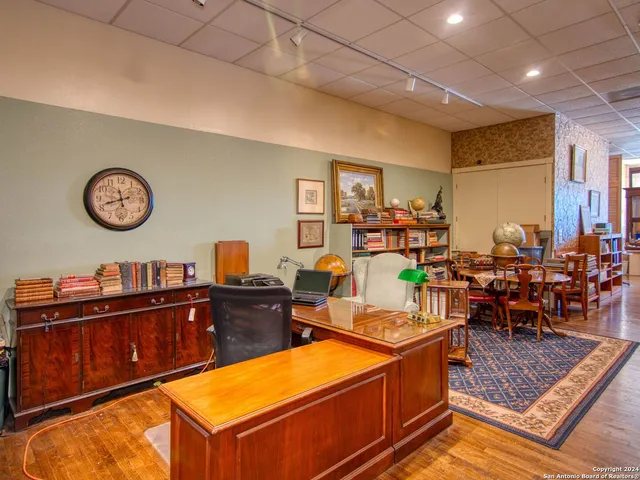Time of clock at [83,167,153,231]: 11:42
